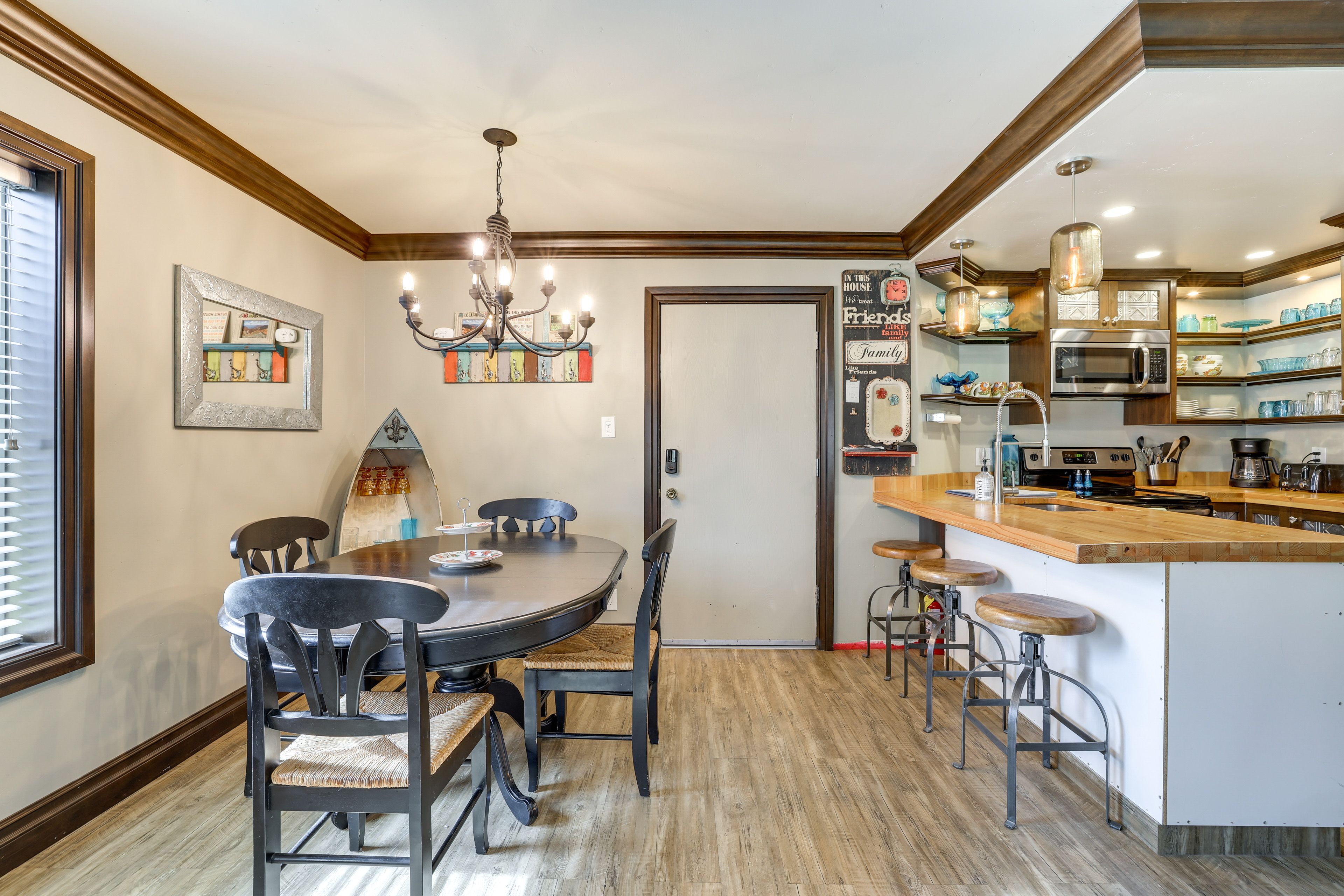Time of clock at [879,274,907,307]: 1:53
